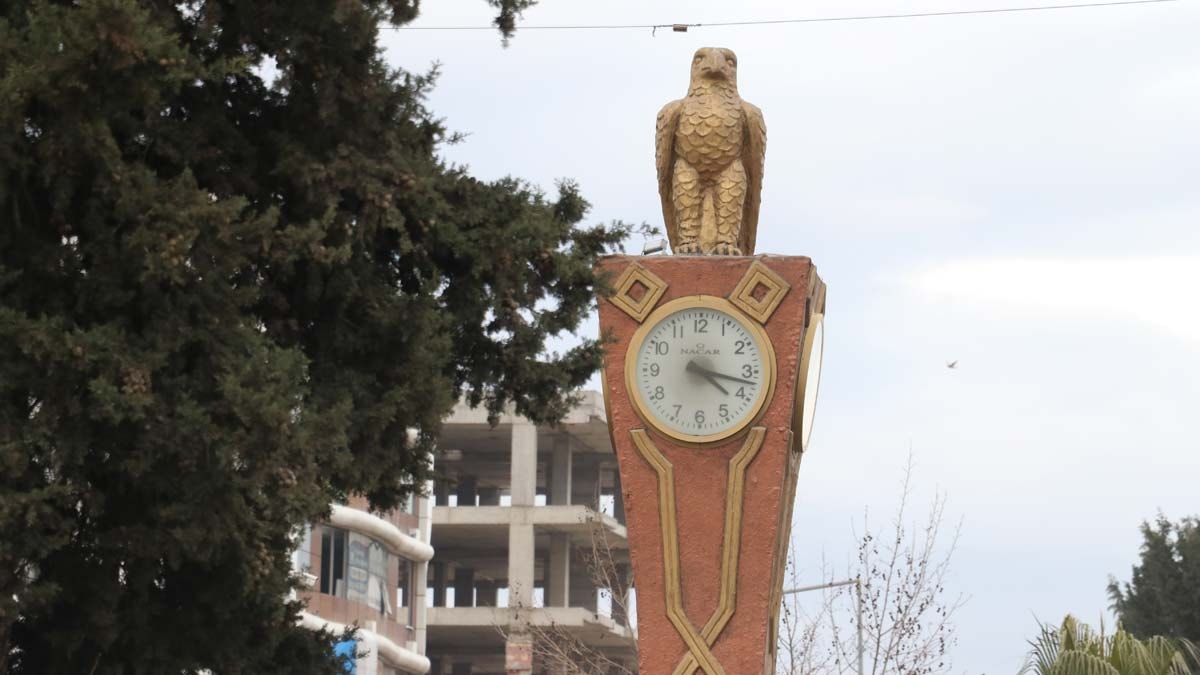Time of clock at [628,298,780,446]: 4:17
